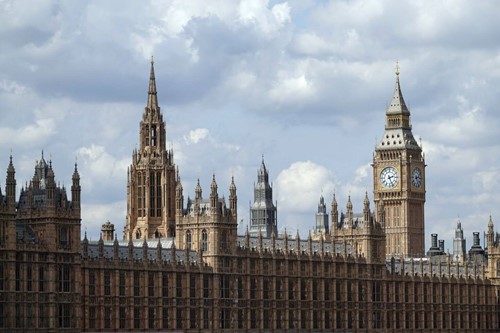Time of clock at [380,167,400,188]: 2:26
